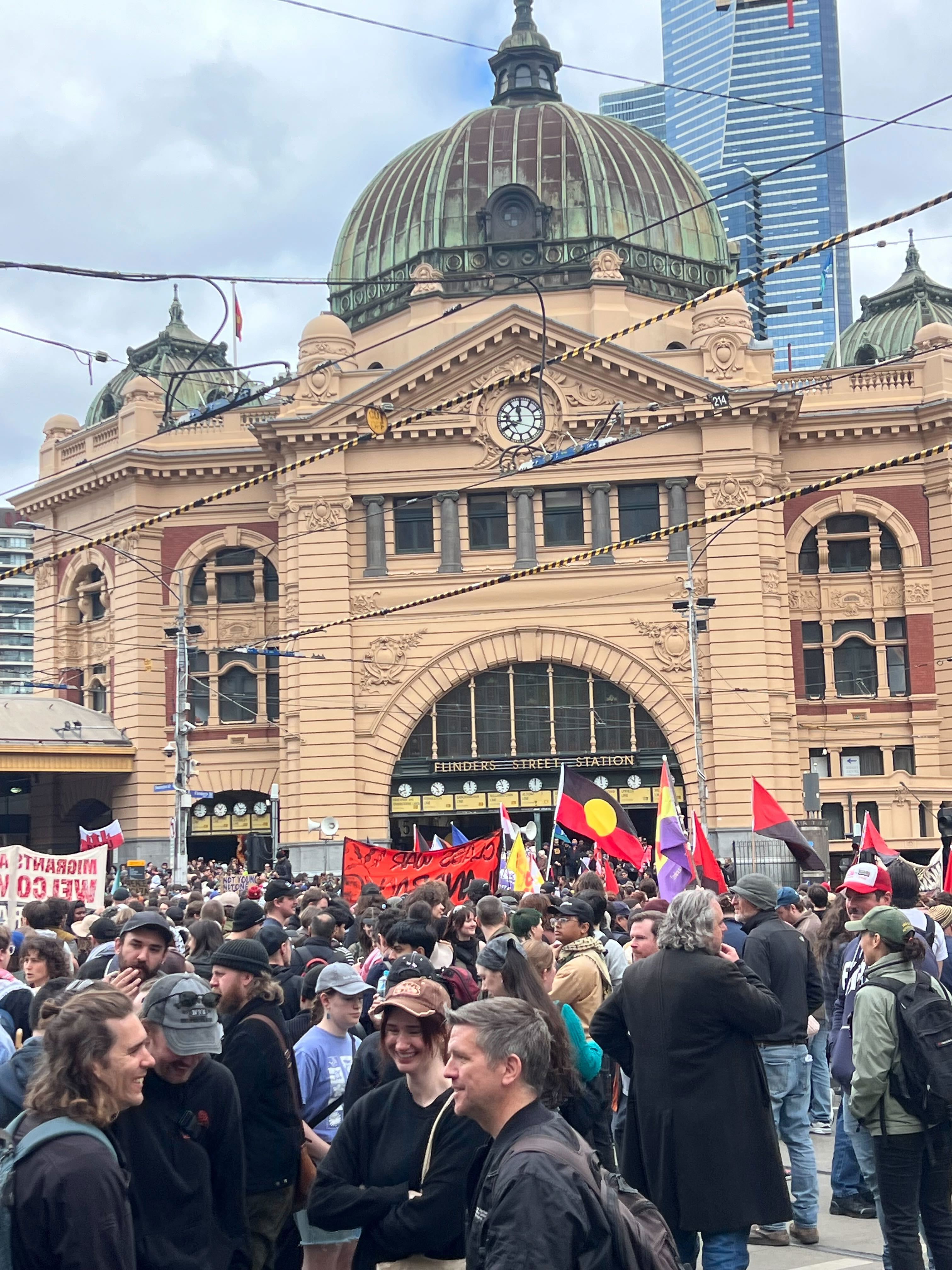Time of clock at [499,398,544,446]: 11:40
